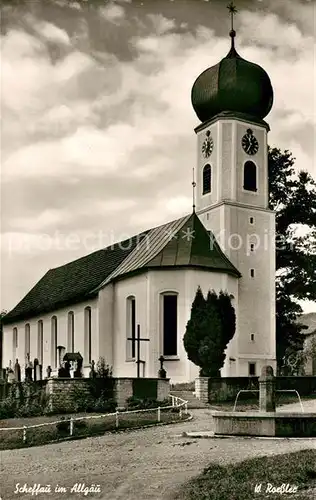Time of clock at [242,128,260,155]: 11:35
